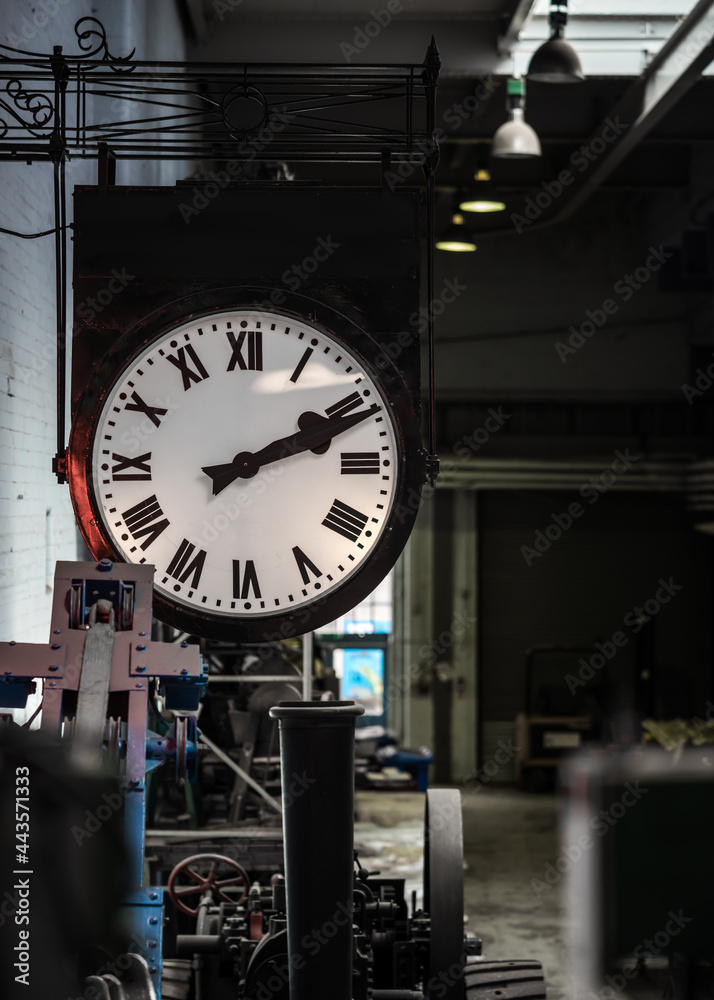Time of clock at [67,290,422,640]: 2:11
